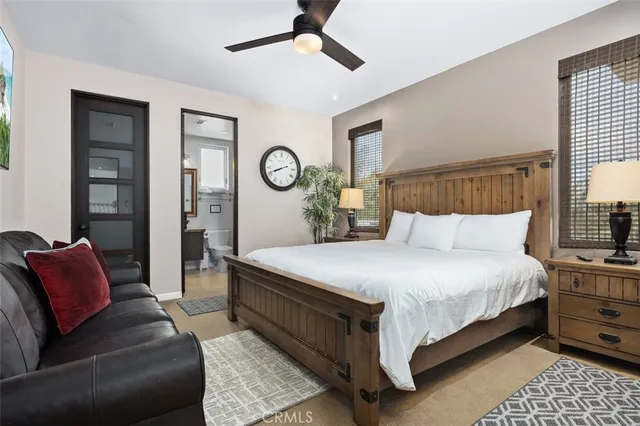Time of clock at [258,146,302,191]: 8:11
